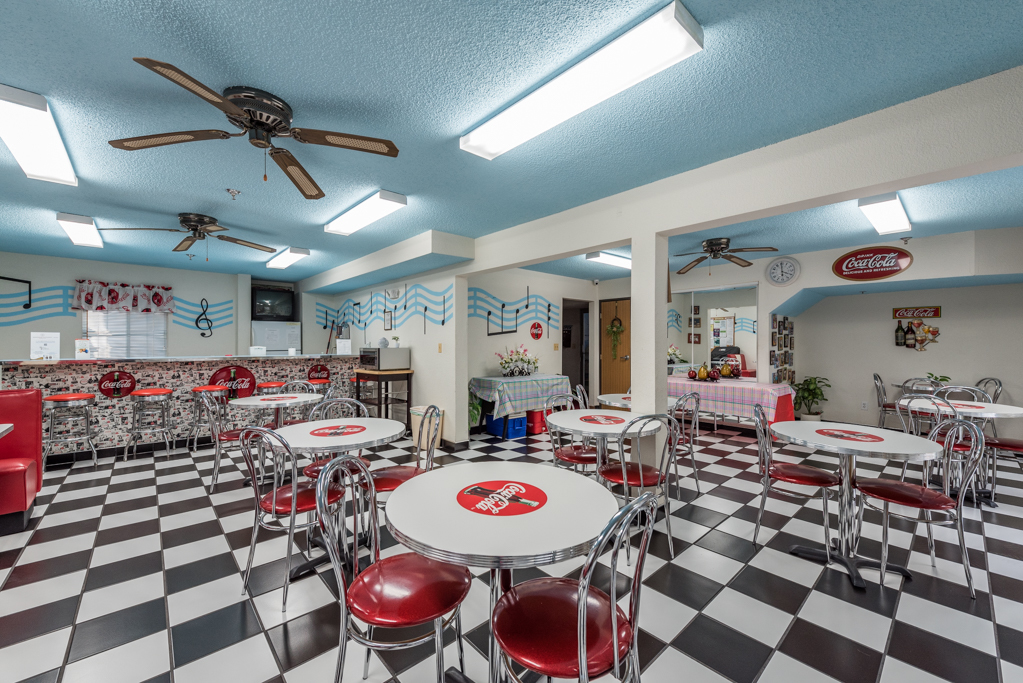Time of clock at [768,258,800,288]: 3:59
